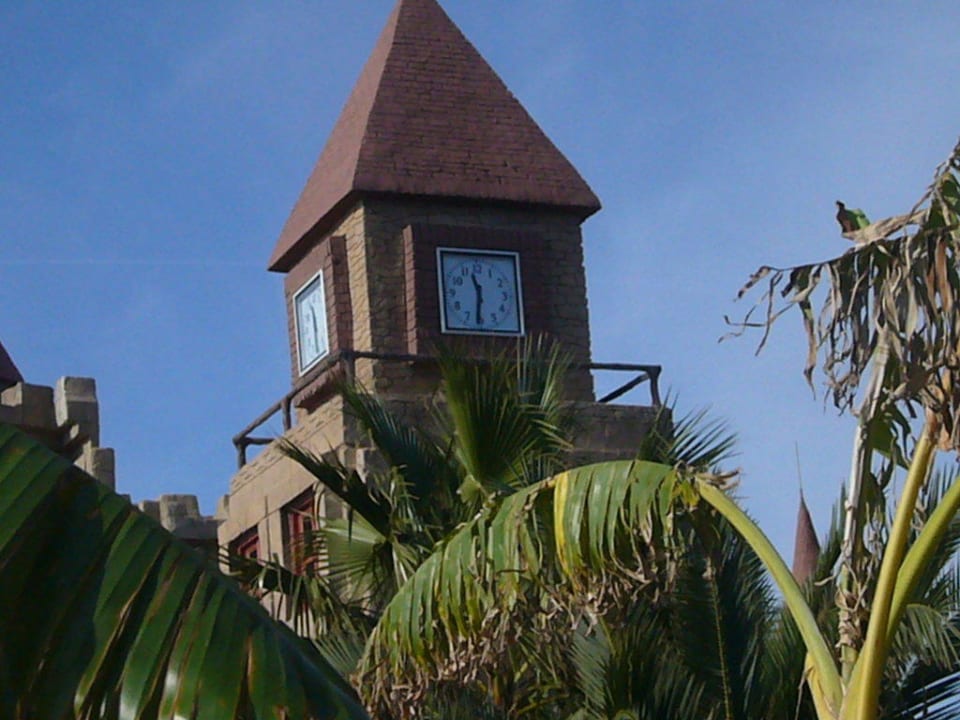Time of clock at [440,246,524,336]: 11:31
